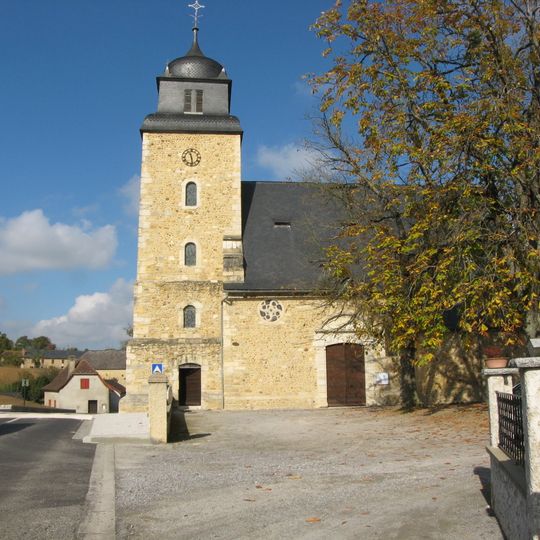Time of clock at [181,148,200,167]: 11:28
